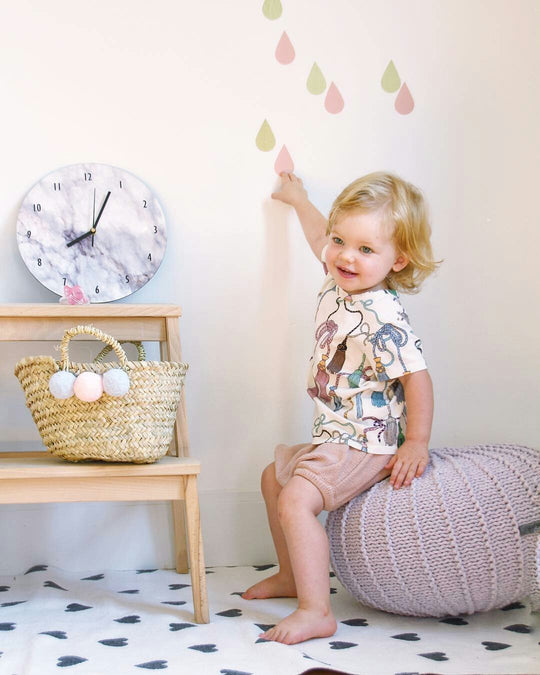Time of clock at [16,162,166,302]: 8:04
